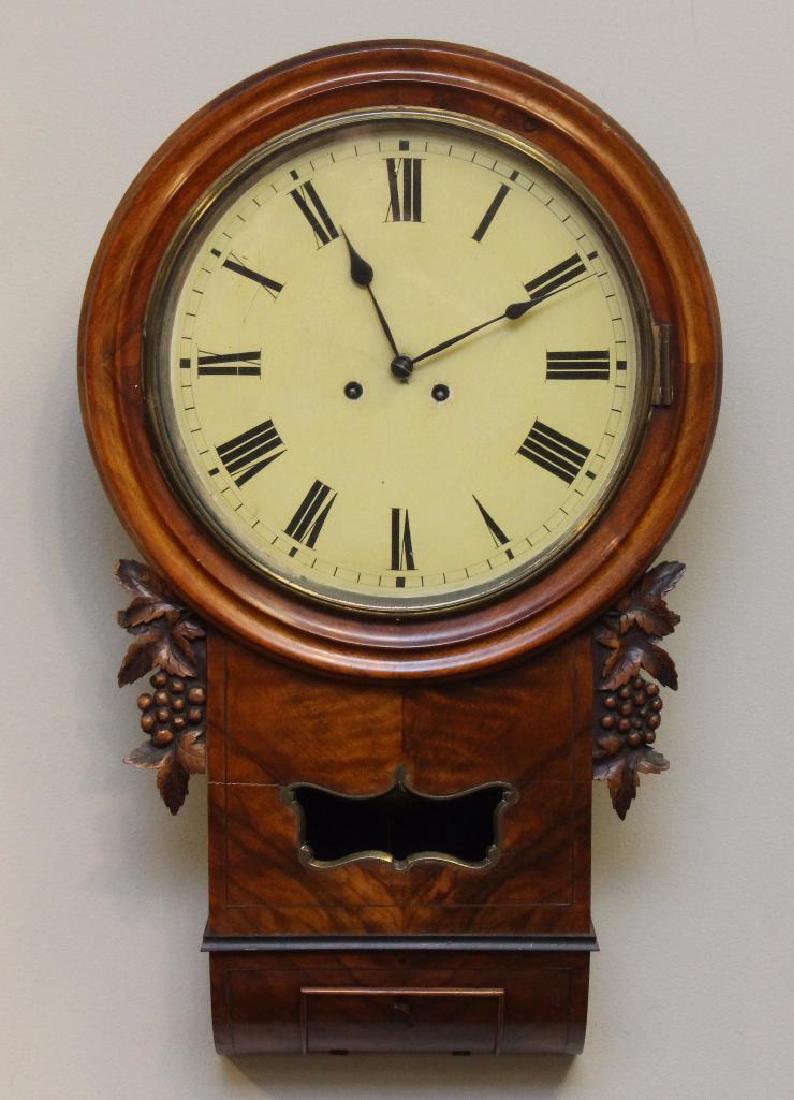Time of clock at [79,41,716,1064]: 11:10
